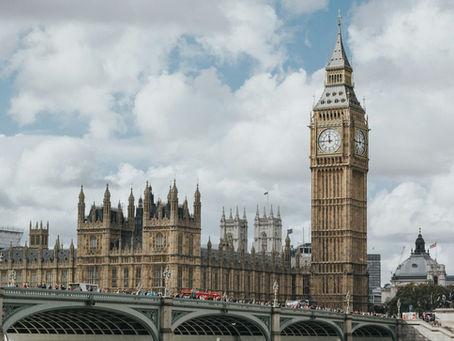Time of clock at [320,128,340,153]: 11:44
